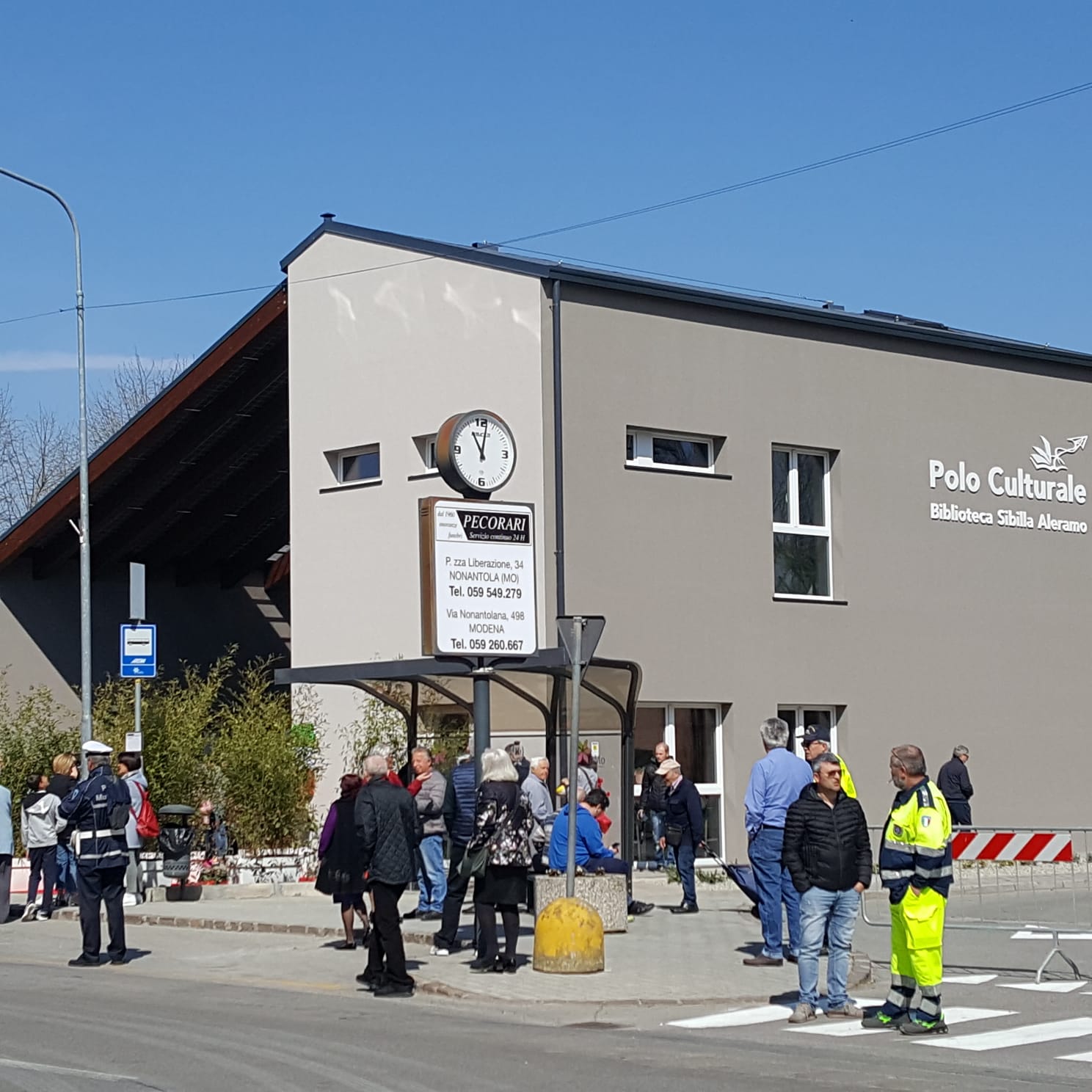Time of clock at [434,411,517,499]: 11:02
